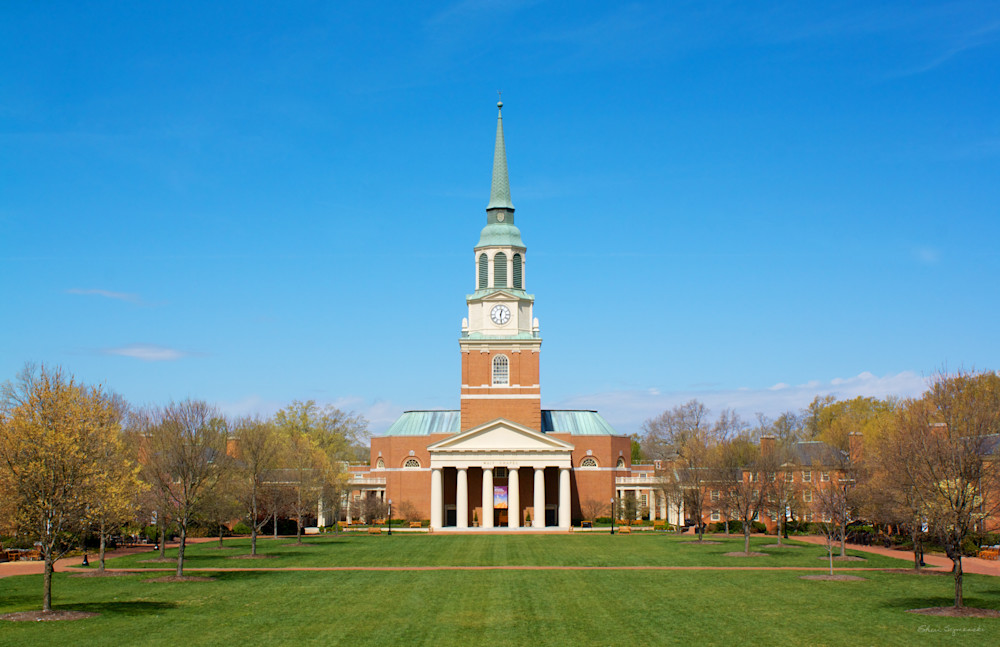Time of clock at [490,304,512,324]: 12:28
